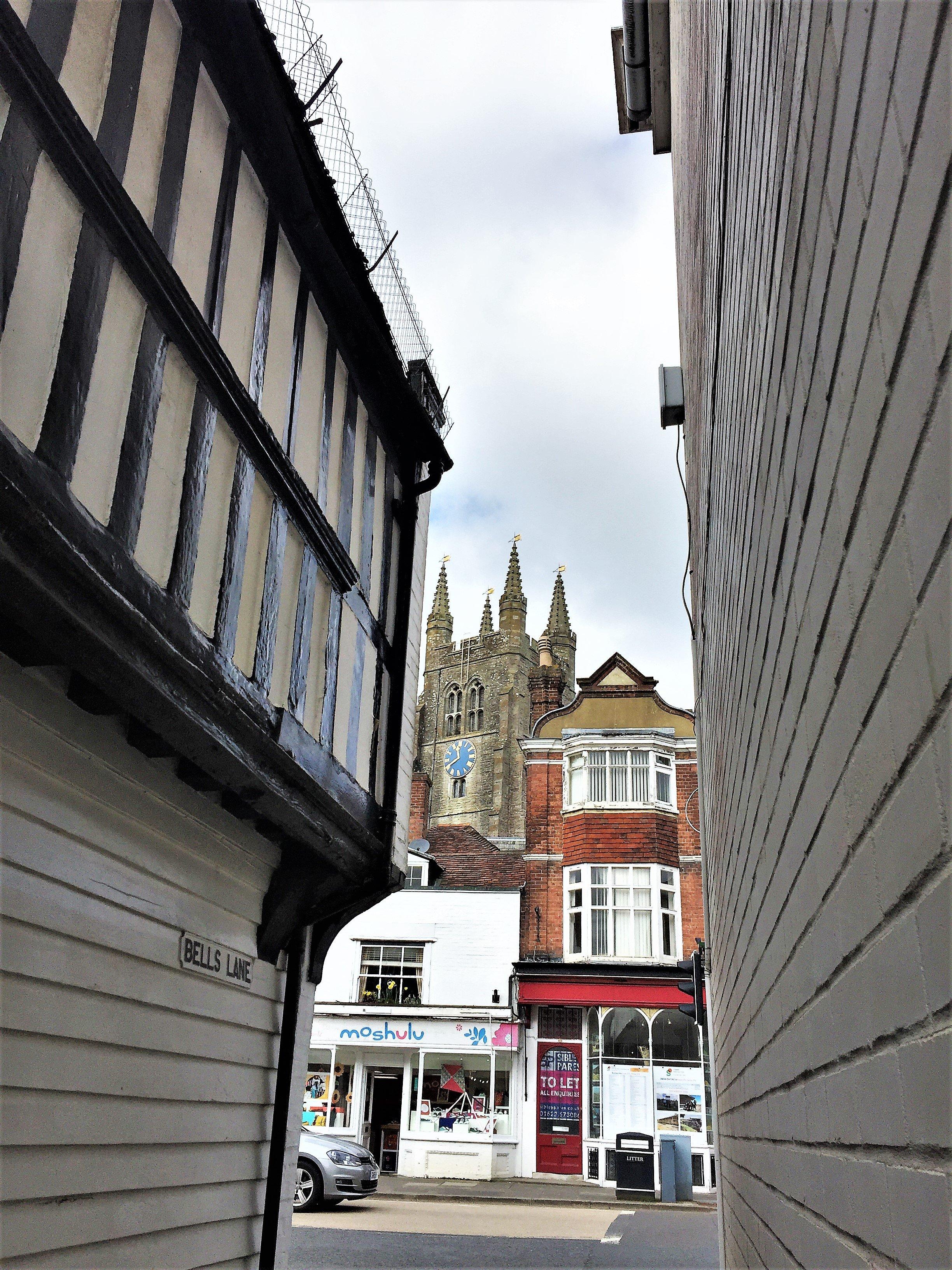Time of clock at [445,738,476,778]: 11:40
